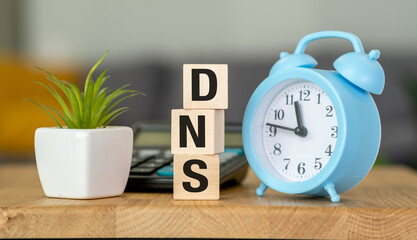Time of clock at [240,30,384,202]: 11:46
